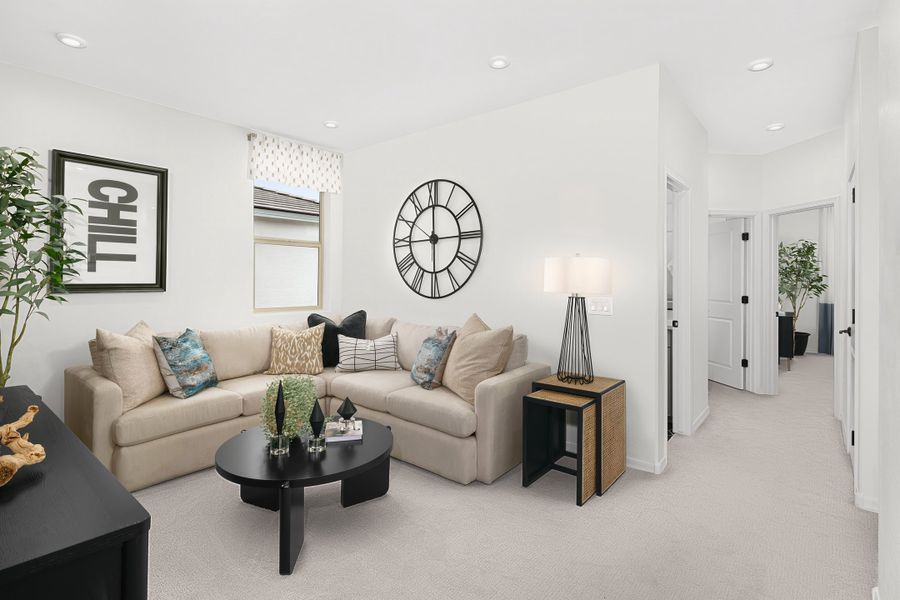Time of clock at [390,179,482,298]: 6:00
